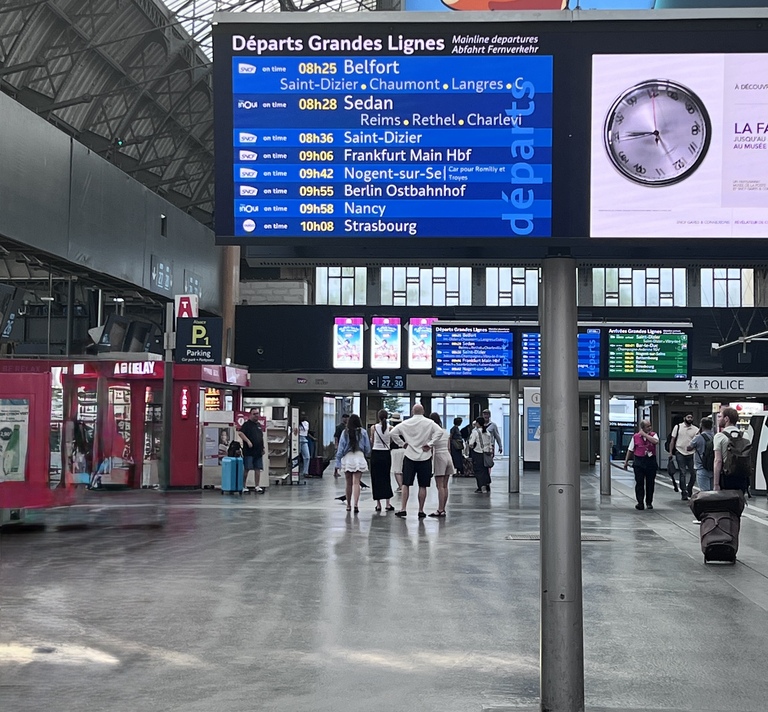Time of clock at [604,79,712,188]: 8:45
